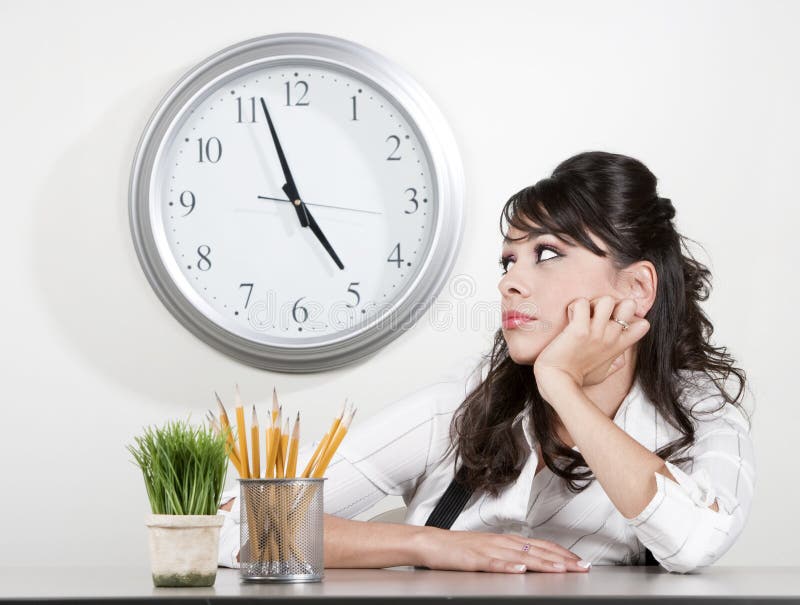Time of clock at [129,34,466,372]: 4:56
